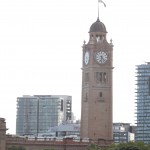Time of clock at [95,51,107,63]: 6:22
